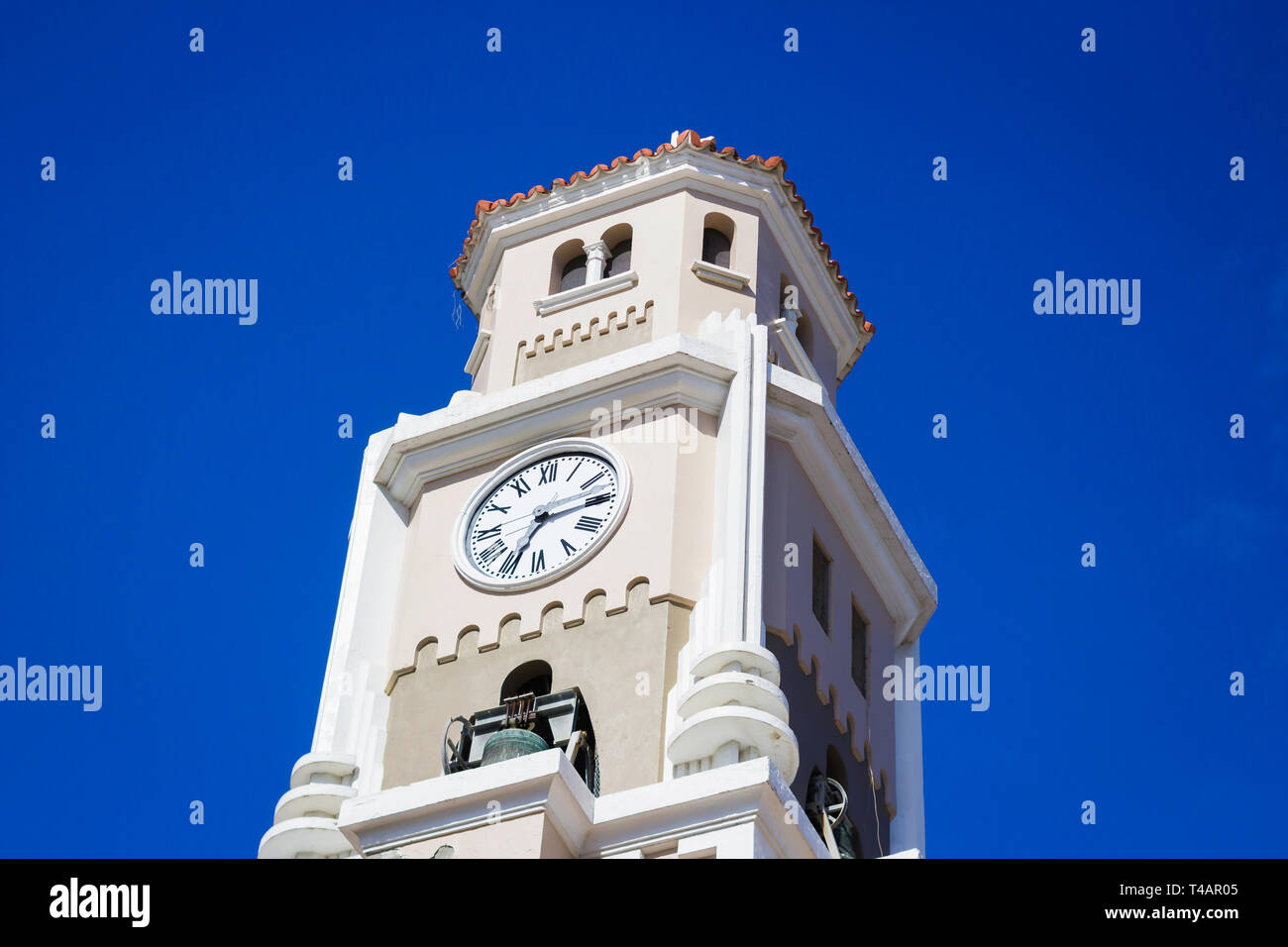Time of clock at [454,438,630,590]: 2:34
